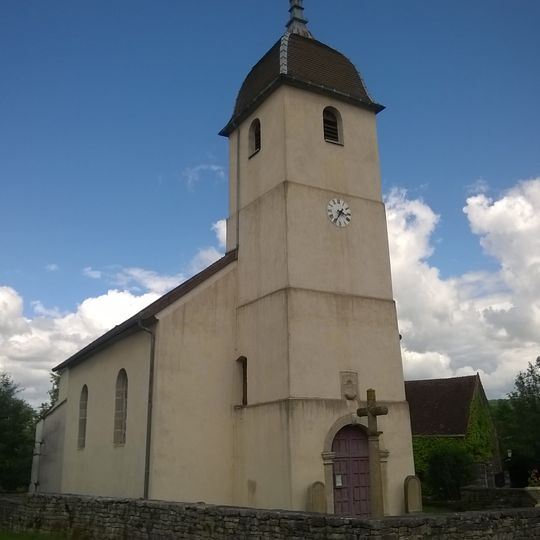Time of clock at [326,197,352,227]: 3:35
